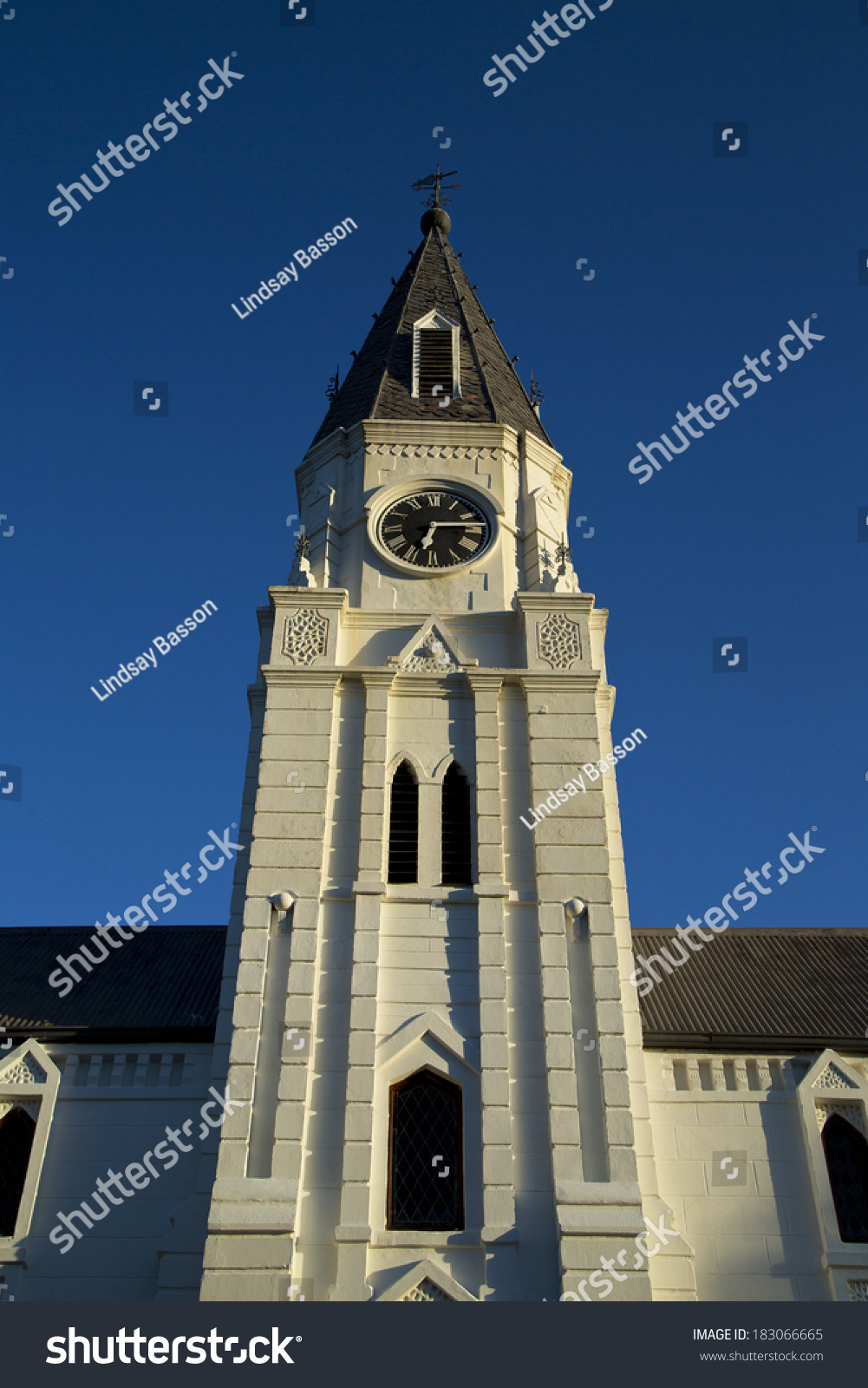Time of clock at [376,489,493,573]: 6:14
